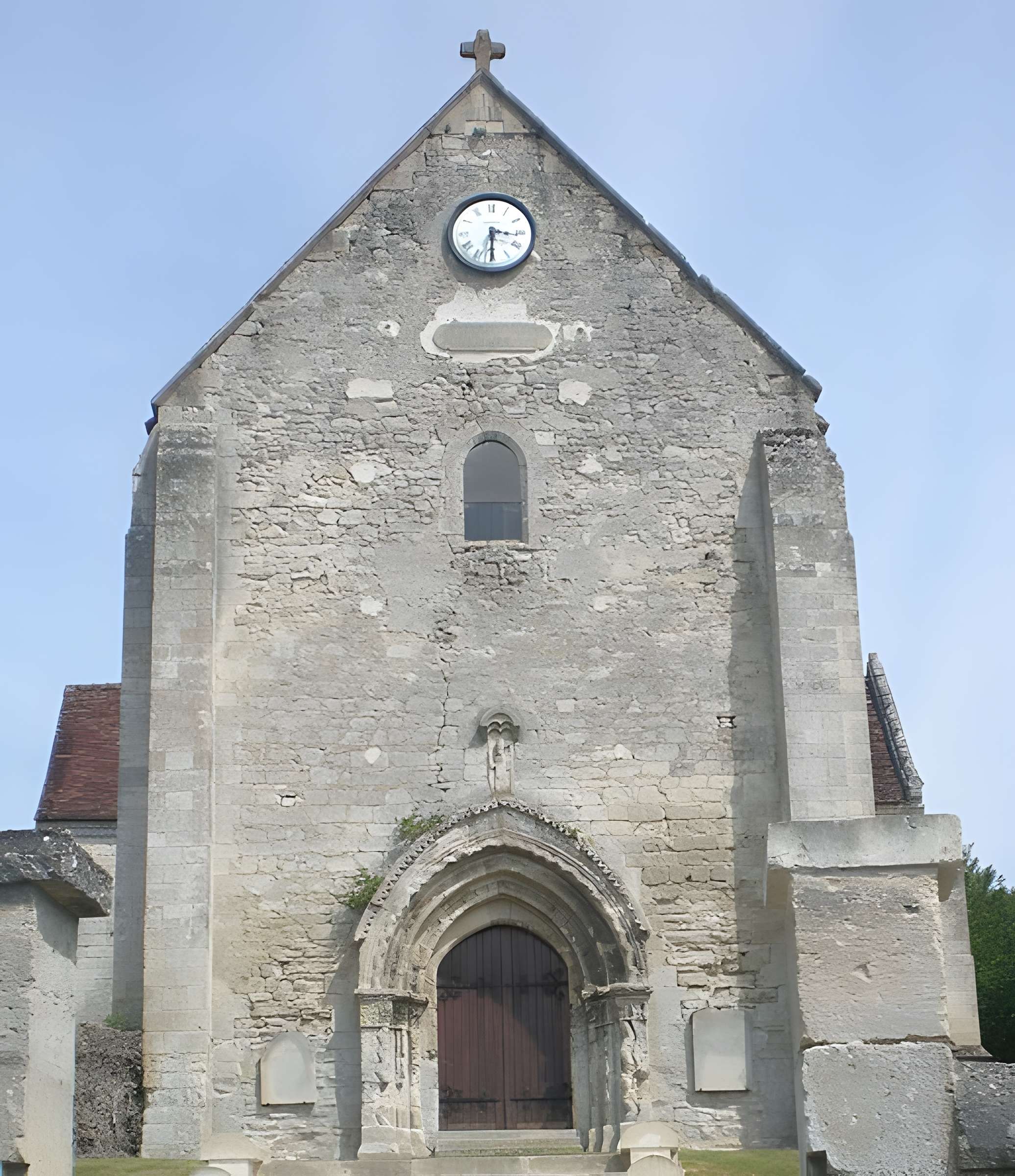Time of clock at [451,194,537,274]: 3:29
